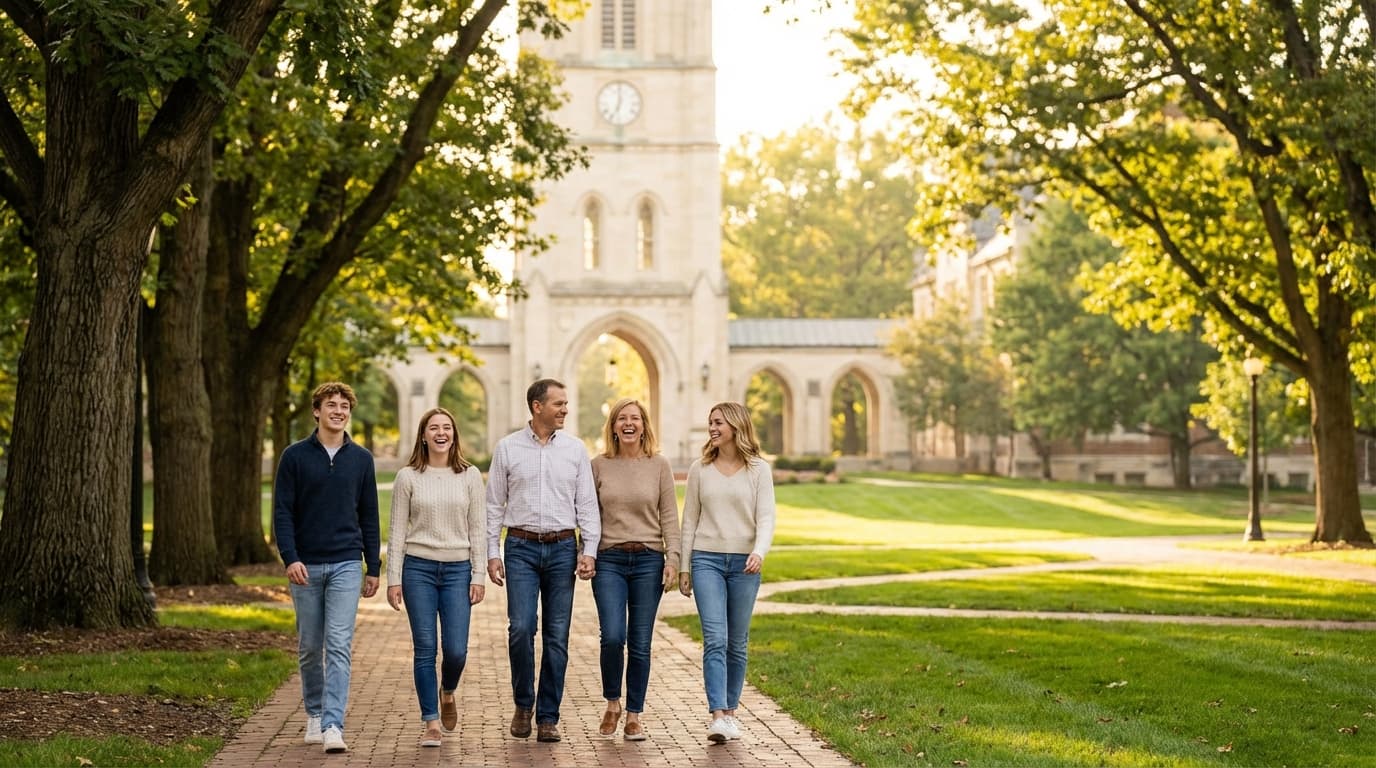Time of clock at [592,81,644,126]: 7:00
